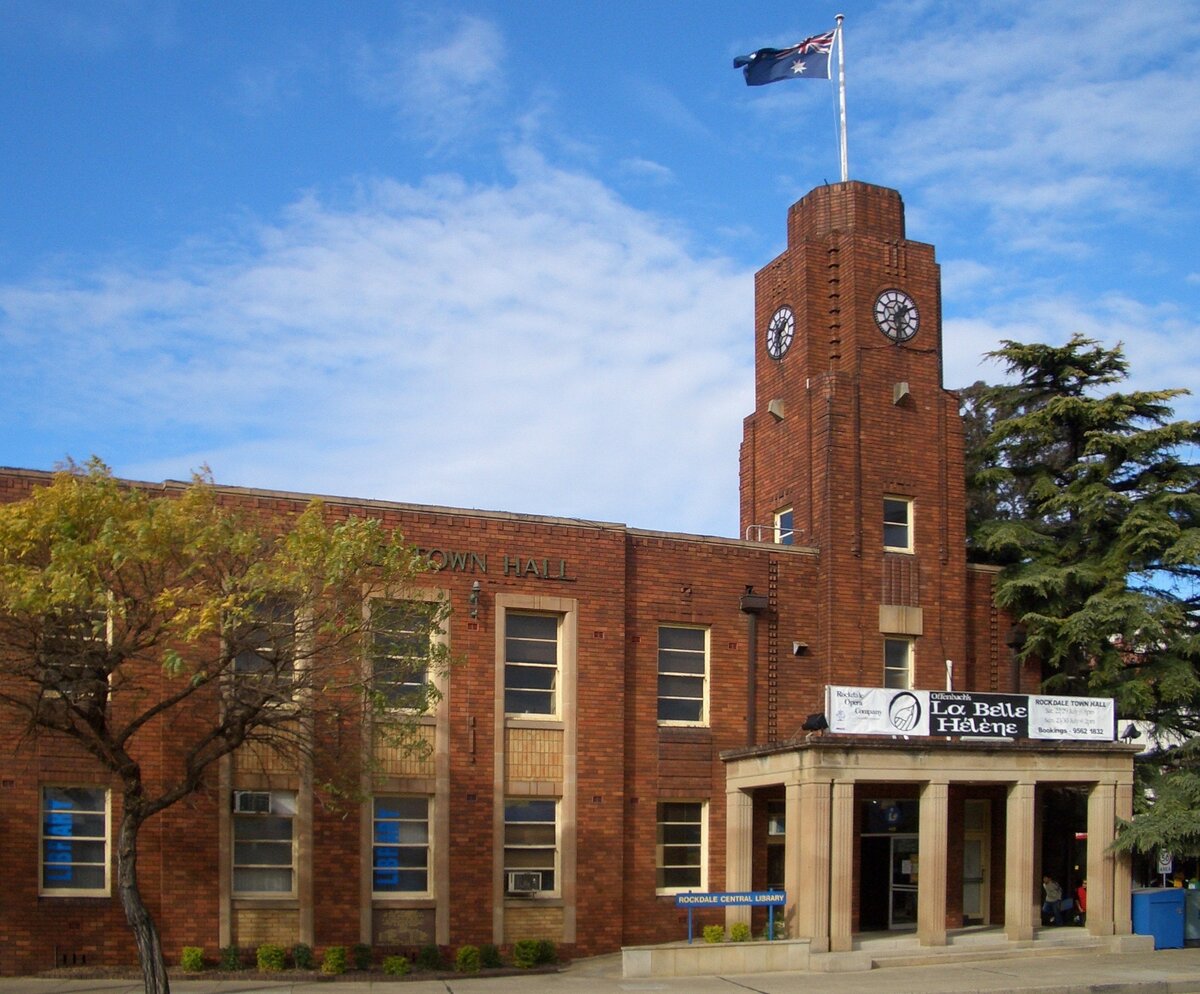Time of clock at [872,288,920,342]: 1:28
